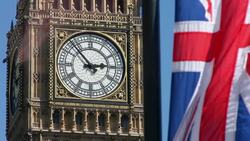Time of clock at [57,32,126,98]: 2:53
